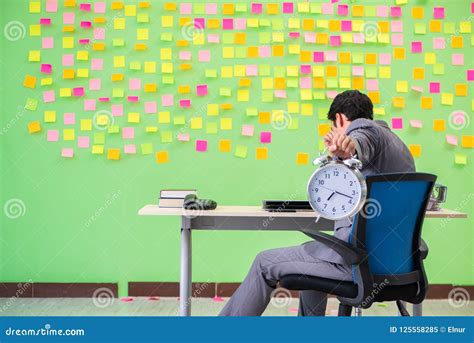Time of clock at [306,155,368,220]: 7:17
